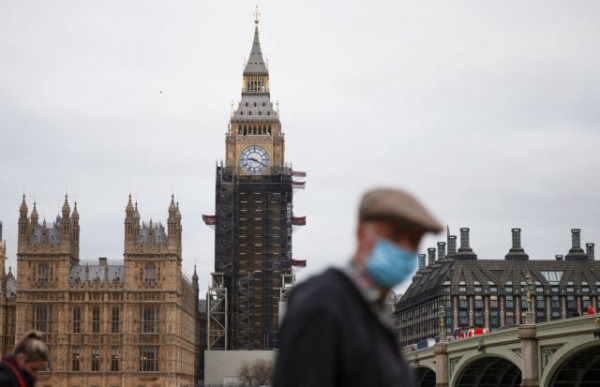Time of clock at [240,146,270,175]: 9:19
